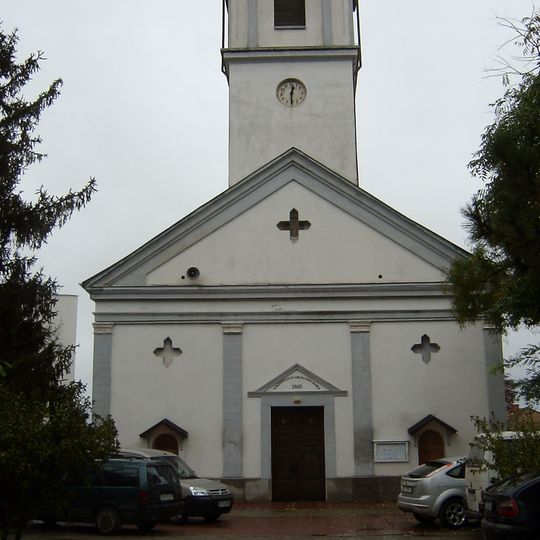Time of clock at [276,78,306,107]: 12:30
